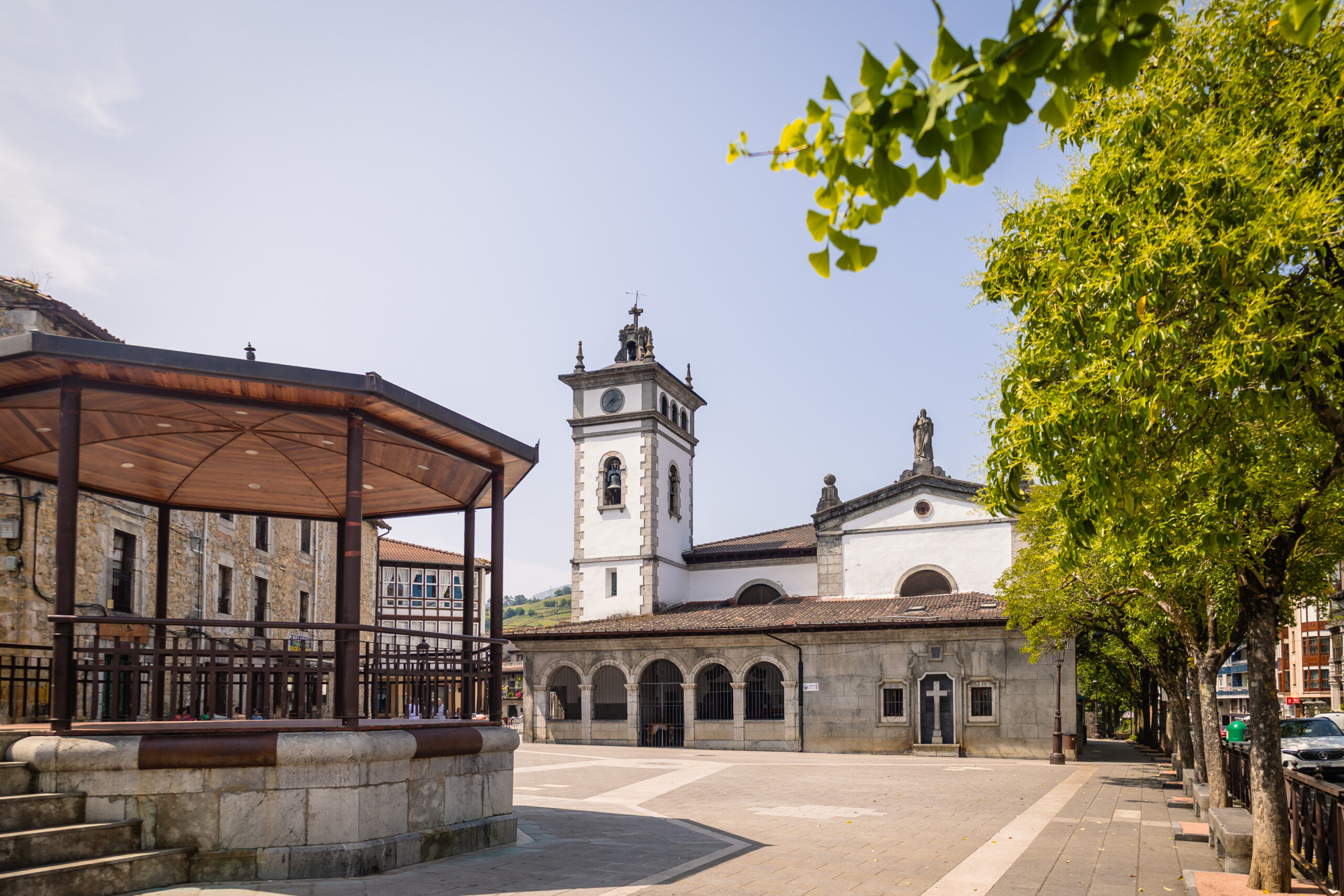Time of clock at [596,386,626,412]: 1:37
